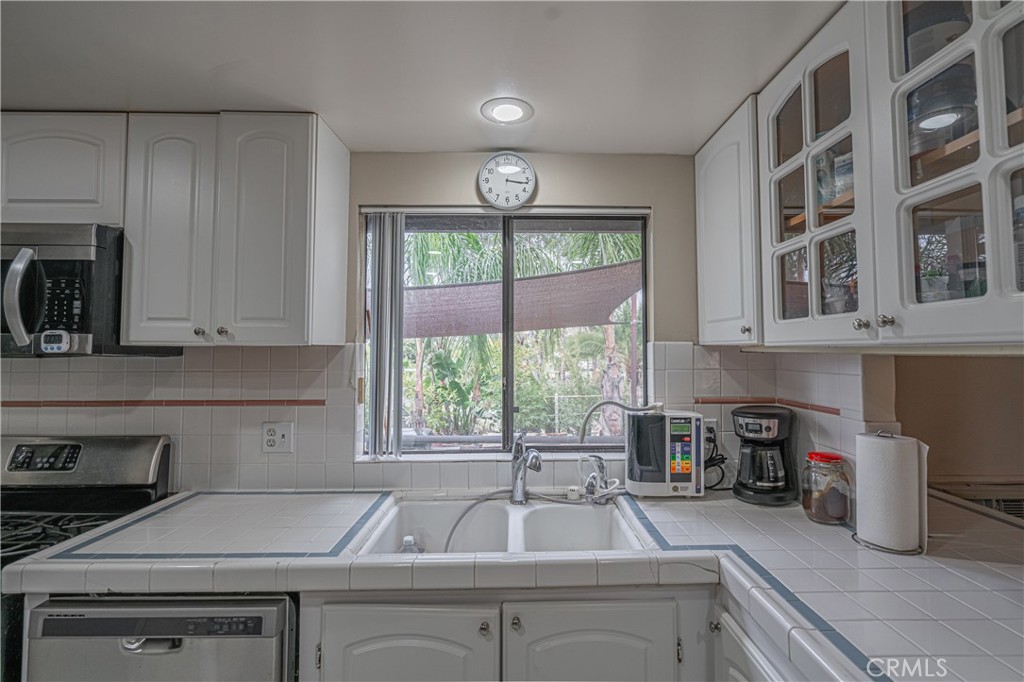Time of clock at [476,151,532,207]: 3:16
